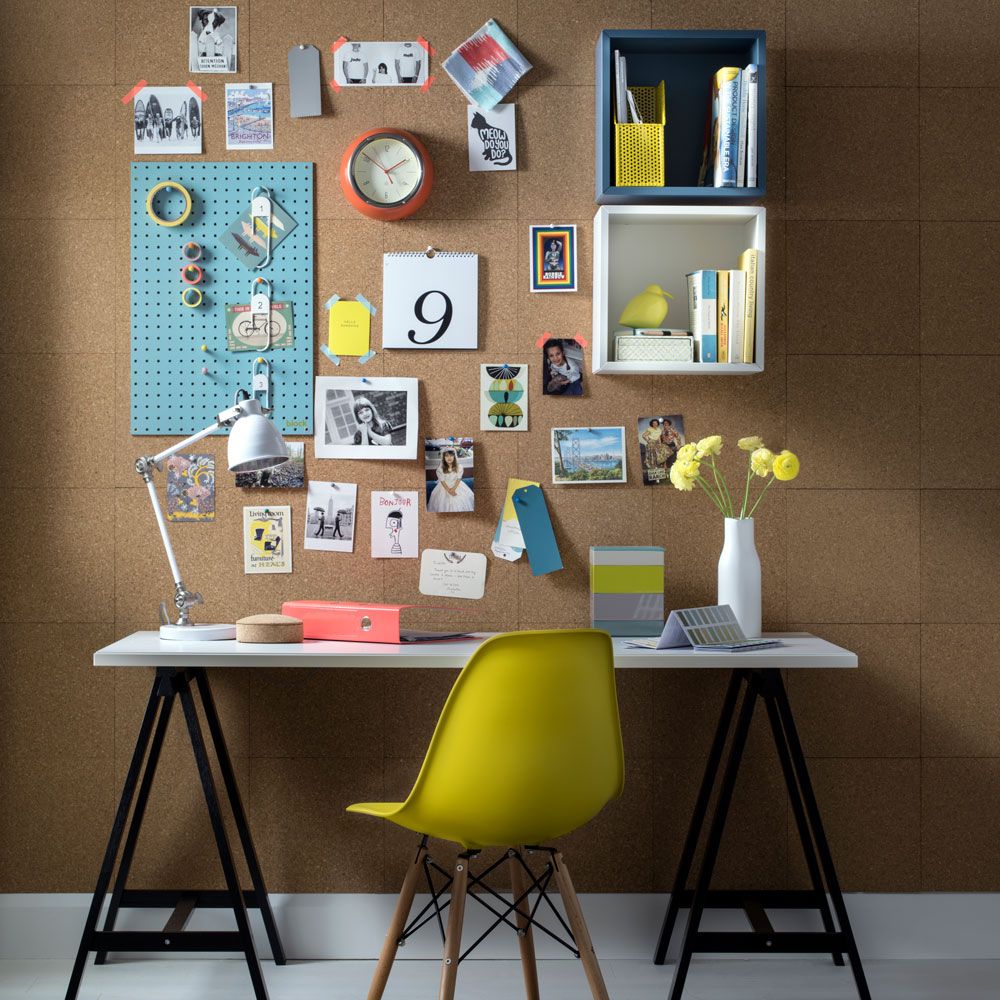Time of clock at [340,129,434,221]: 1:51
